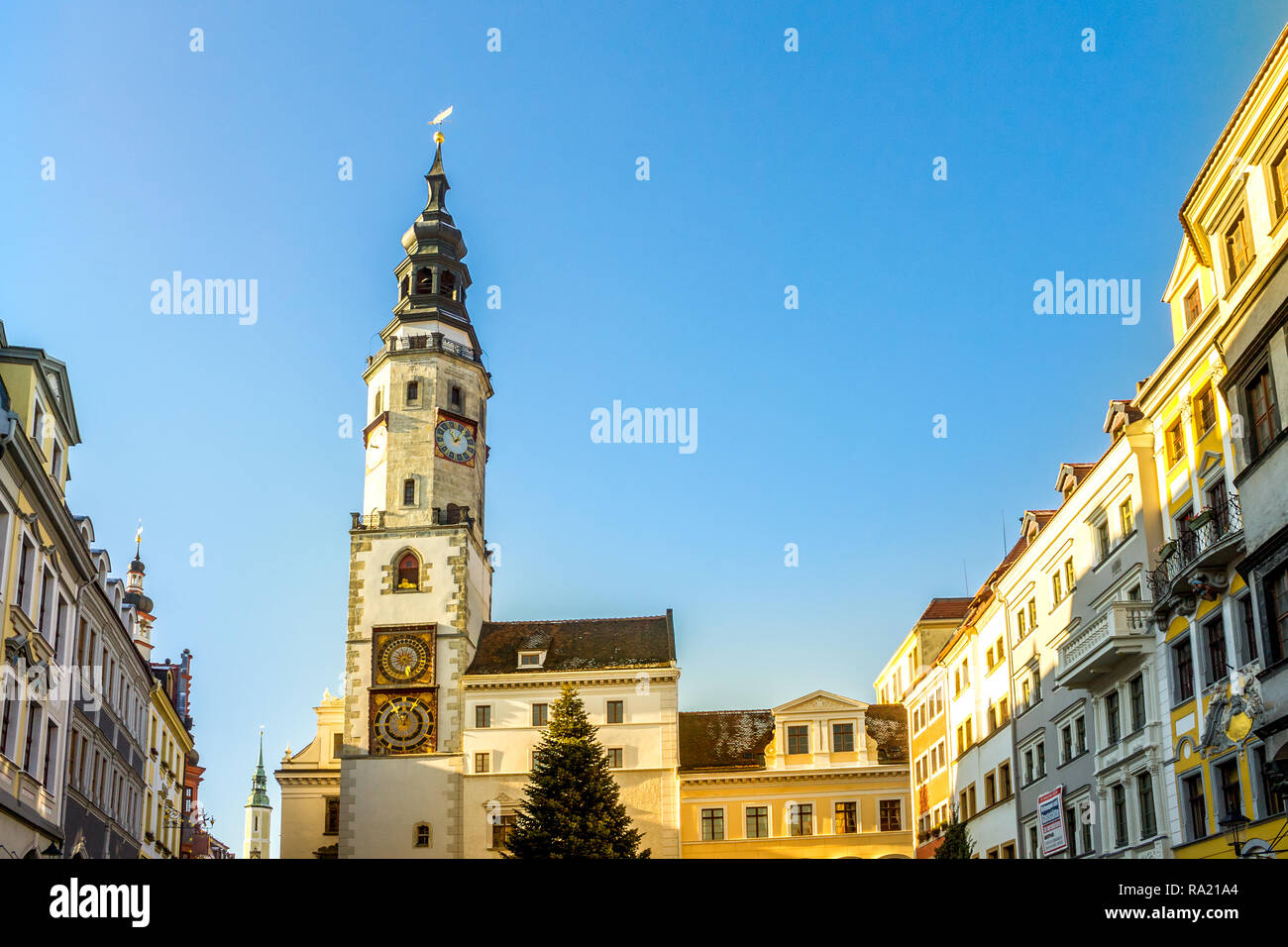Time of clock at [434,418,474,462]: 11:07
